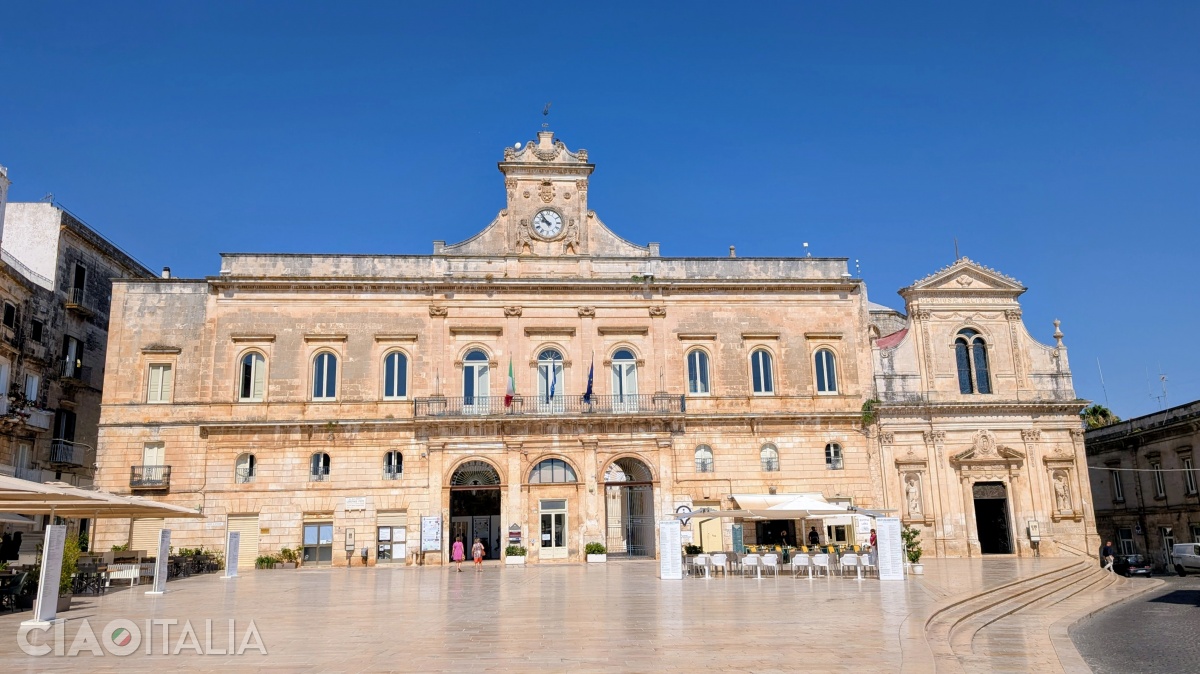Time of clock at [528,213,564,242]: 9:53
